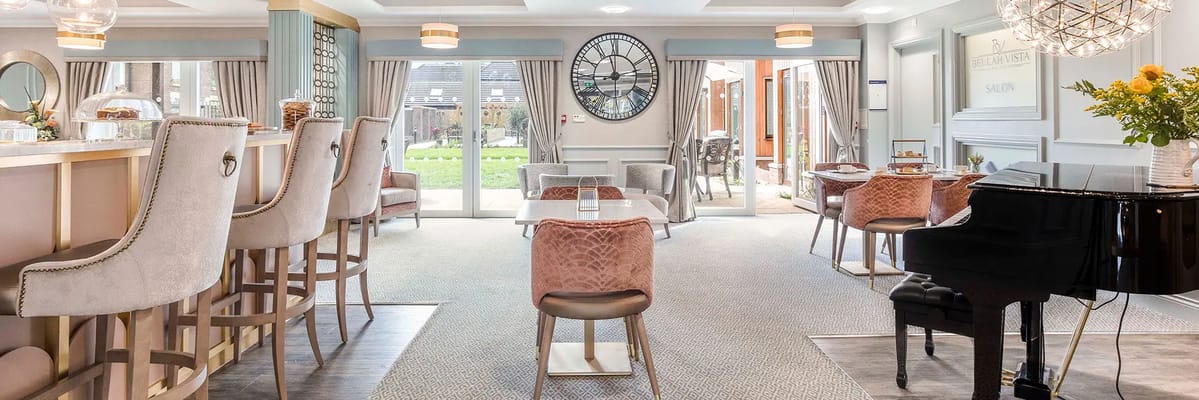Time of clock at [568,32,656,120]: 11:44
